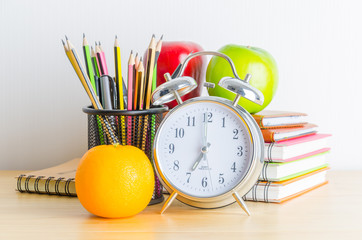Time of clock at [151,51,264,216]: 7:00
